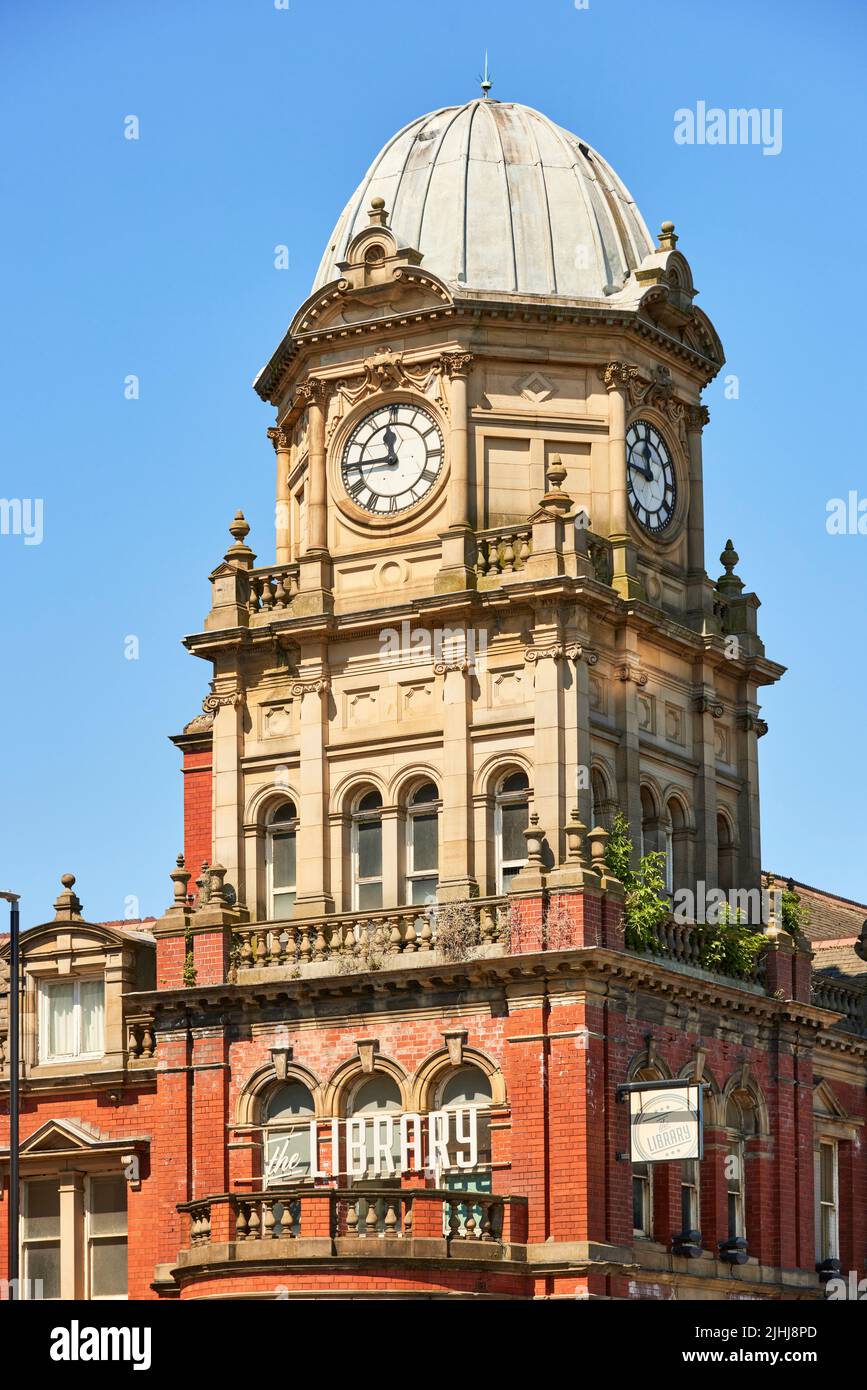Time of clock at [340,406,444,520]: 11:44
